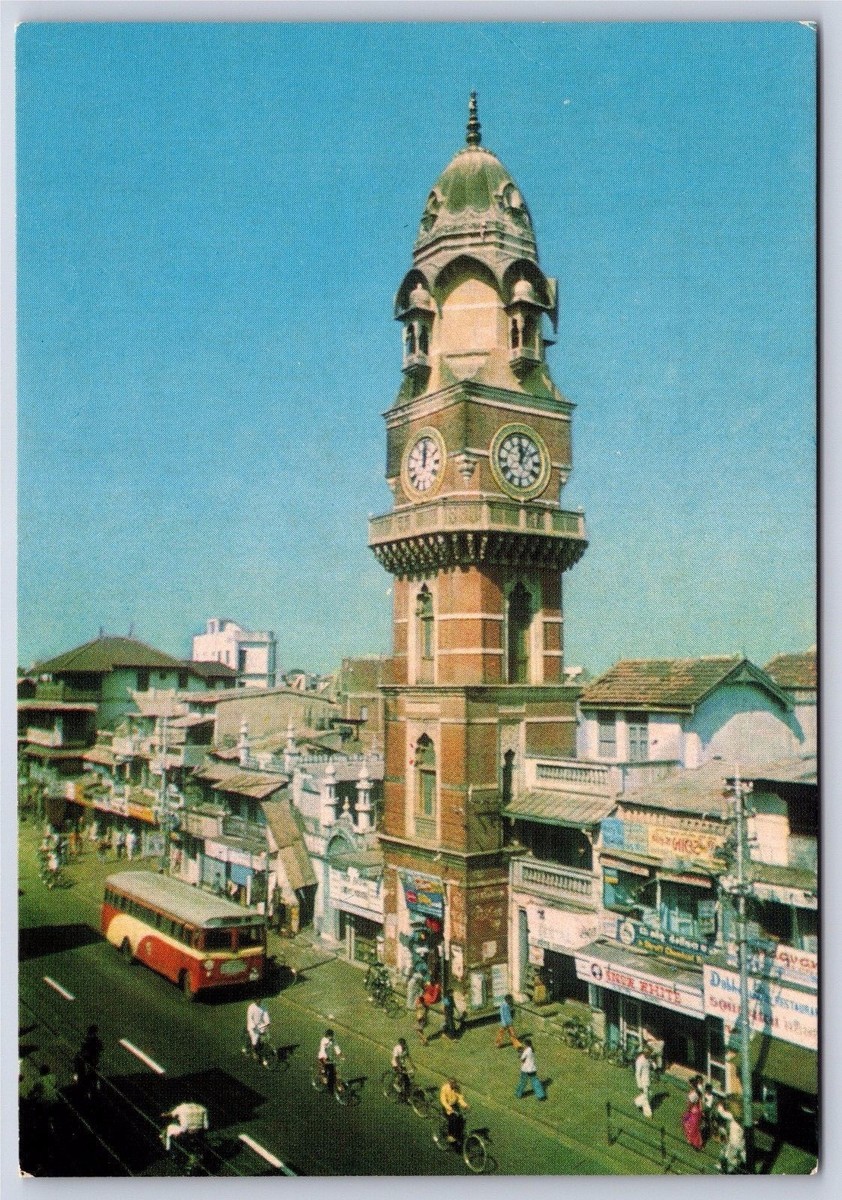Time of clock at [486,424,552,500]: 12:05
